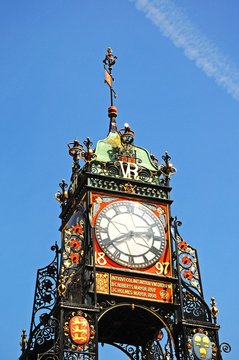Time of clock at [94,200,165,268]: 2:40
